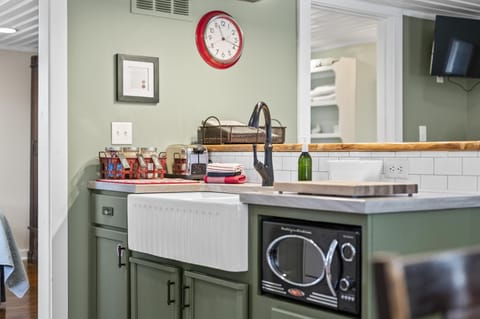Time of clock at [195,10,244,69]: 11:18
